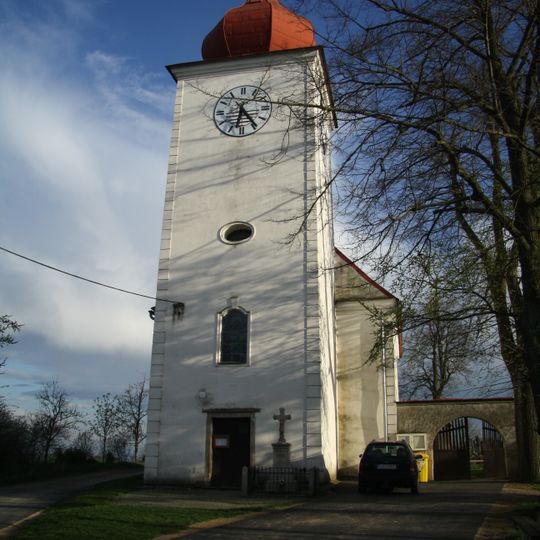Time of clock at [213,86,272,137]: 6:24
